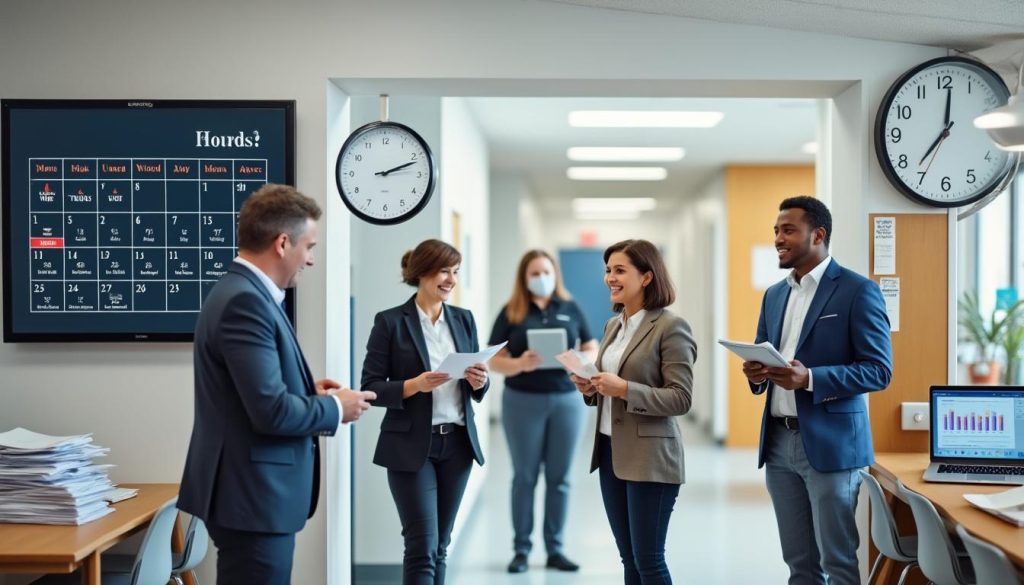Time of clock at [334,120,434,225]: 2:11
